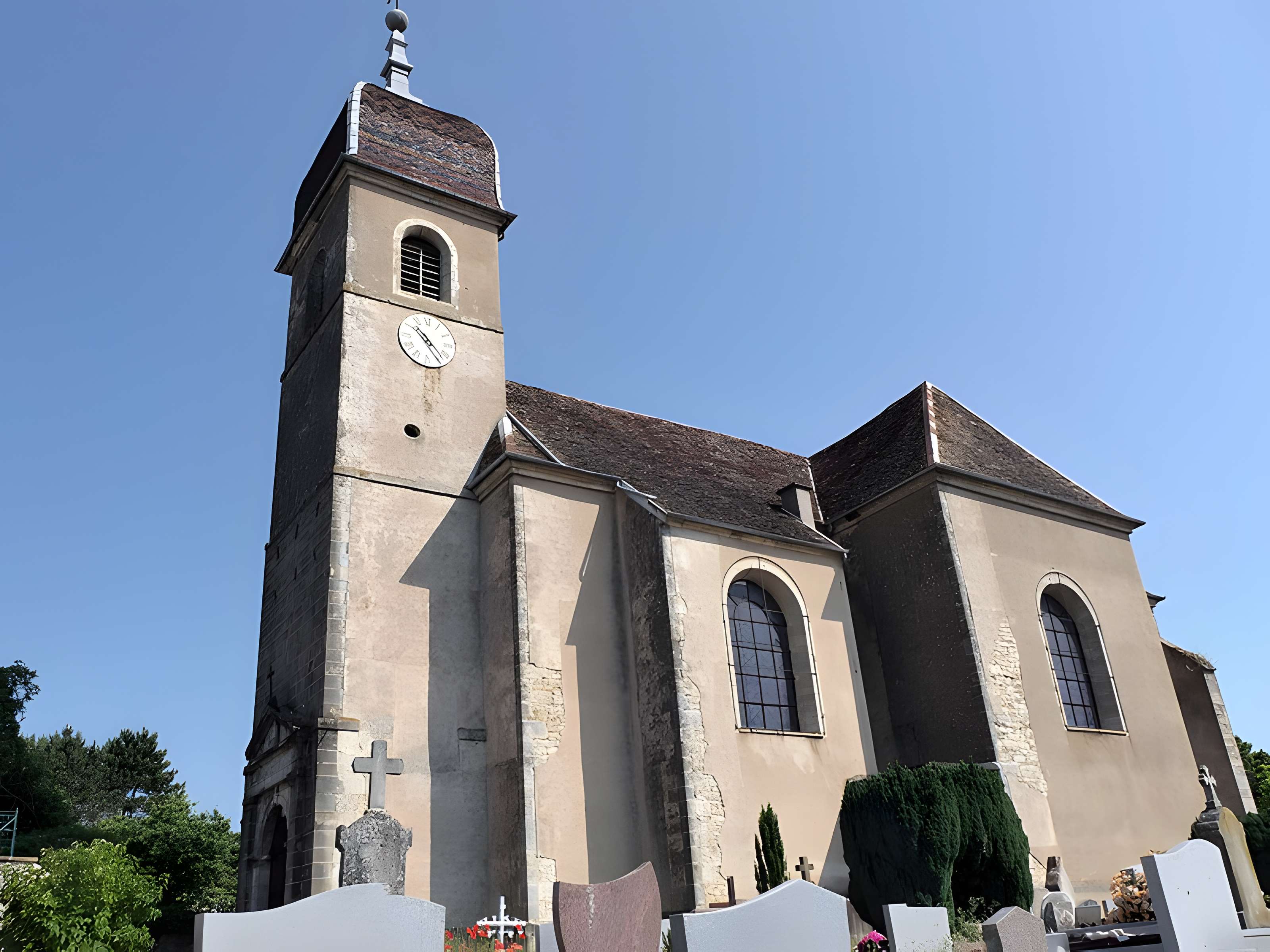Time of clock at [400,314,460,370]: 10:22
